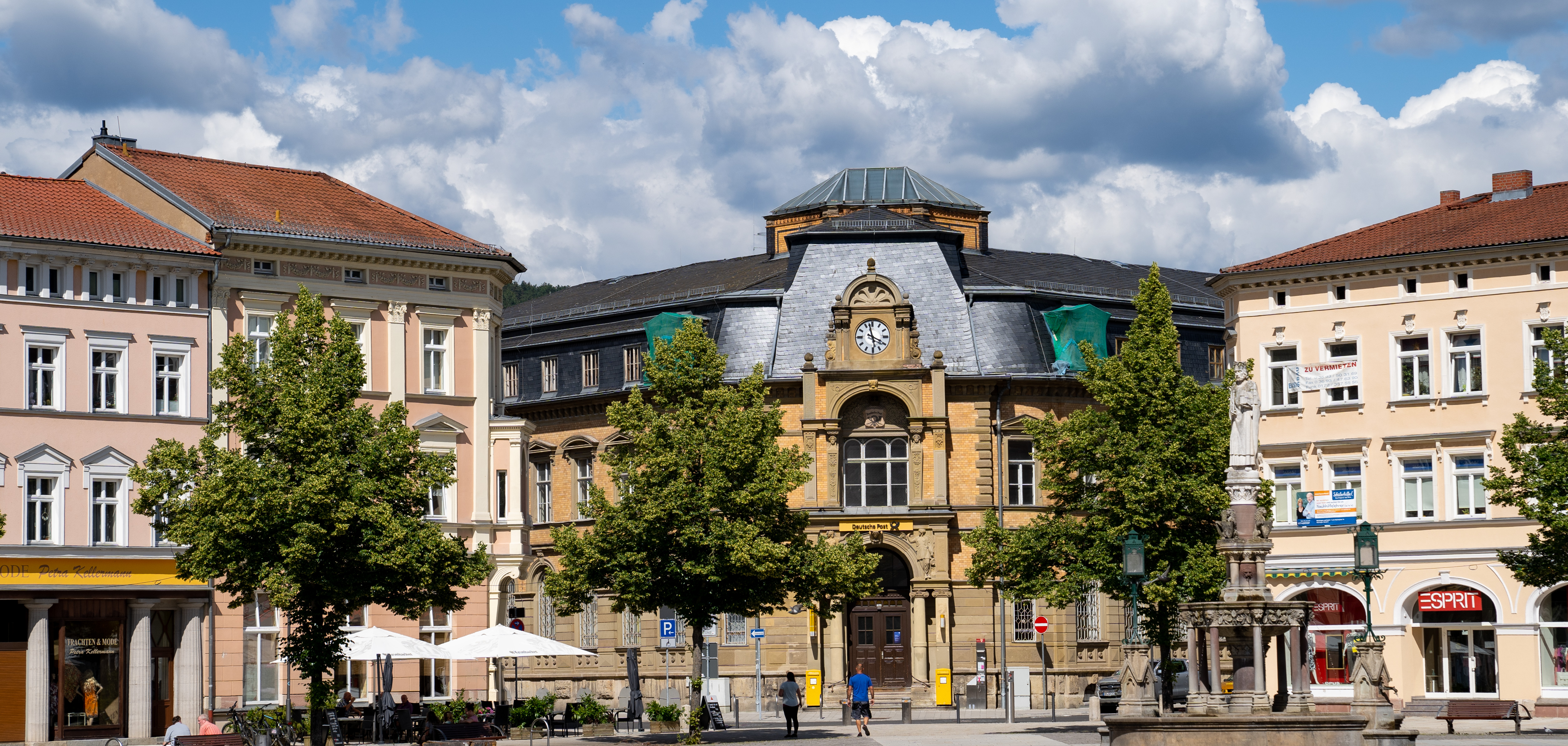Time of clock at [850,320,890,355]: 3:57
